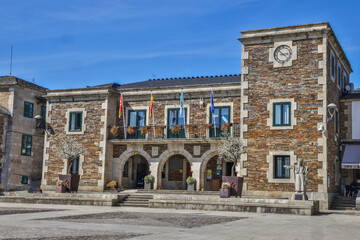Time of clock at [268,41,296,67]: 2:52
